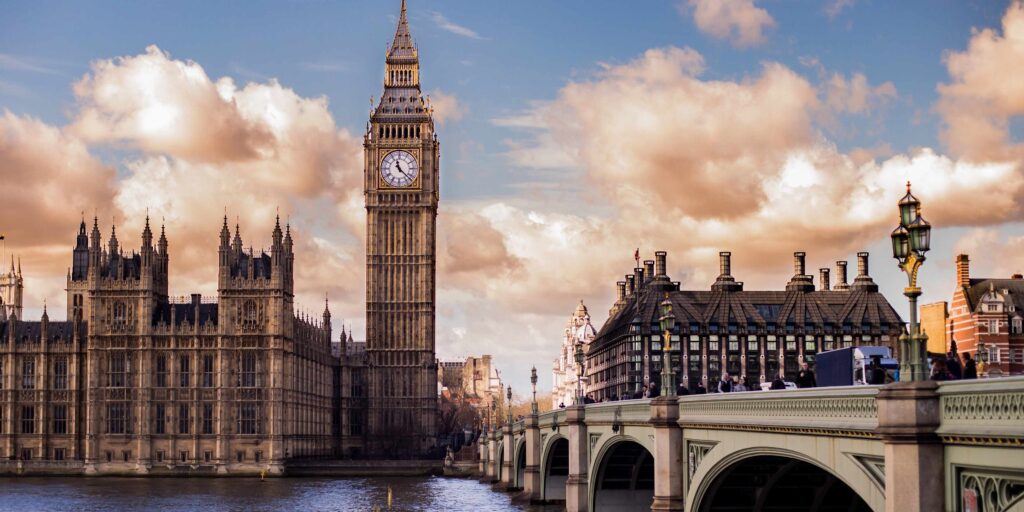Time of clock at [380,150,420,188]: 11:22
